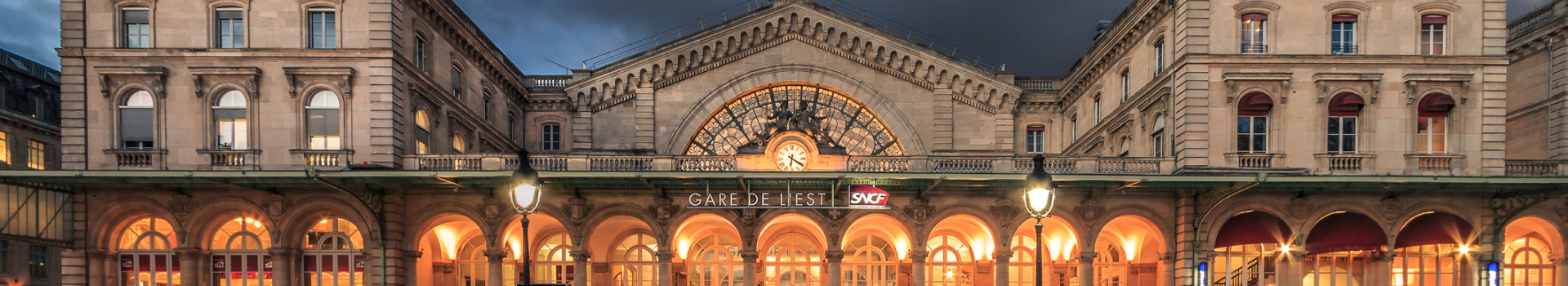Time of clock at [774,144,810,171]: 6:20
